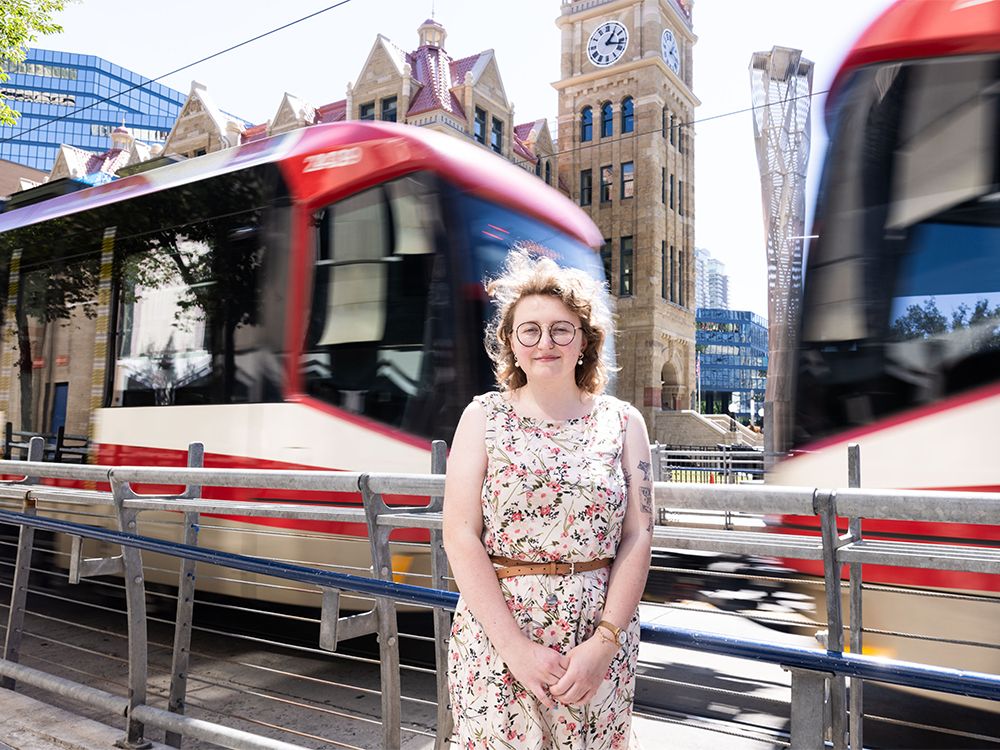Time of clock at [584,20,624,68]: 1:17
